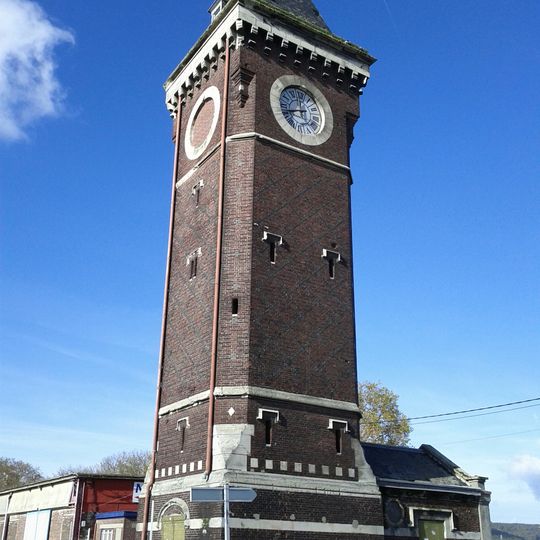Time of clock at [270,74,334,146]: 11:41
